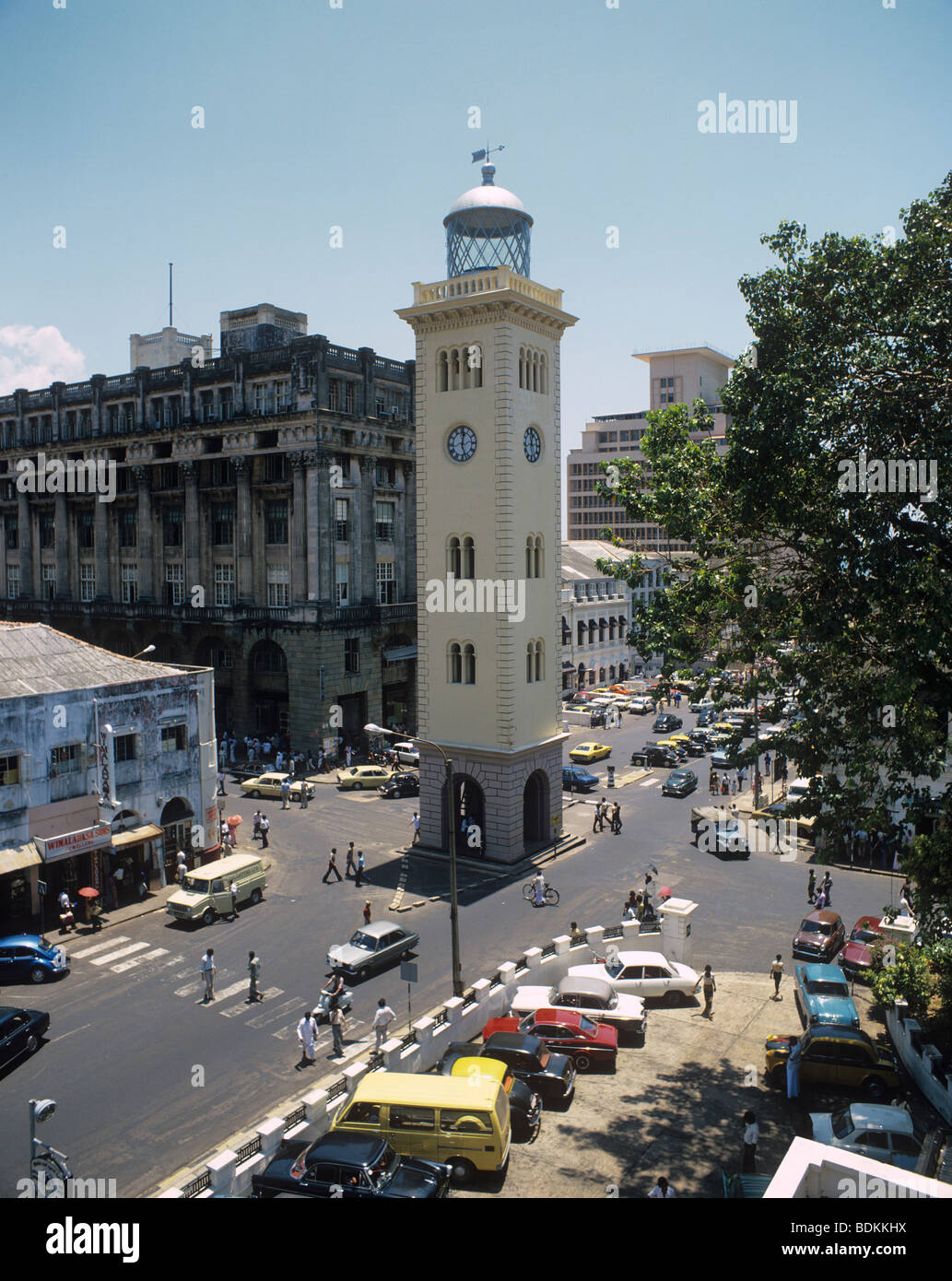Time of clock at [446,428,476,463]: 12:26
